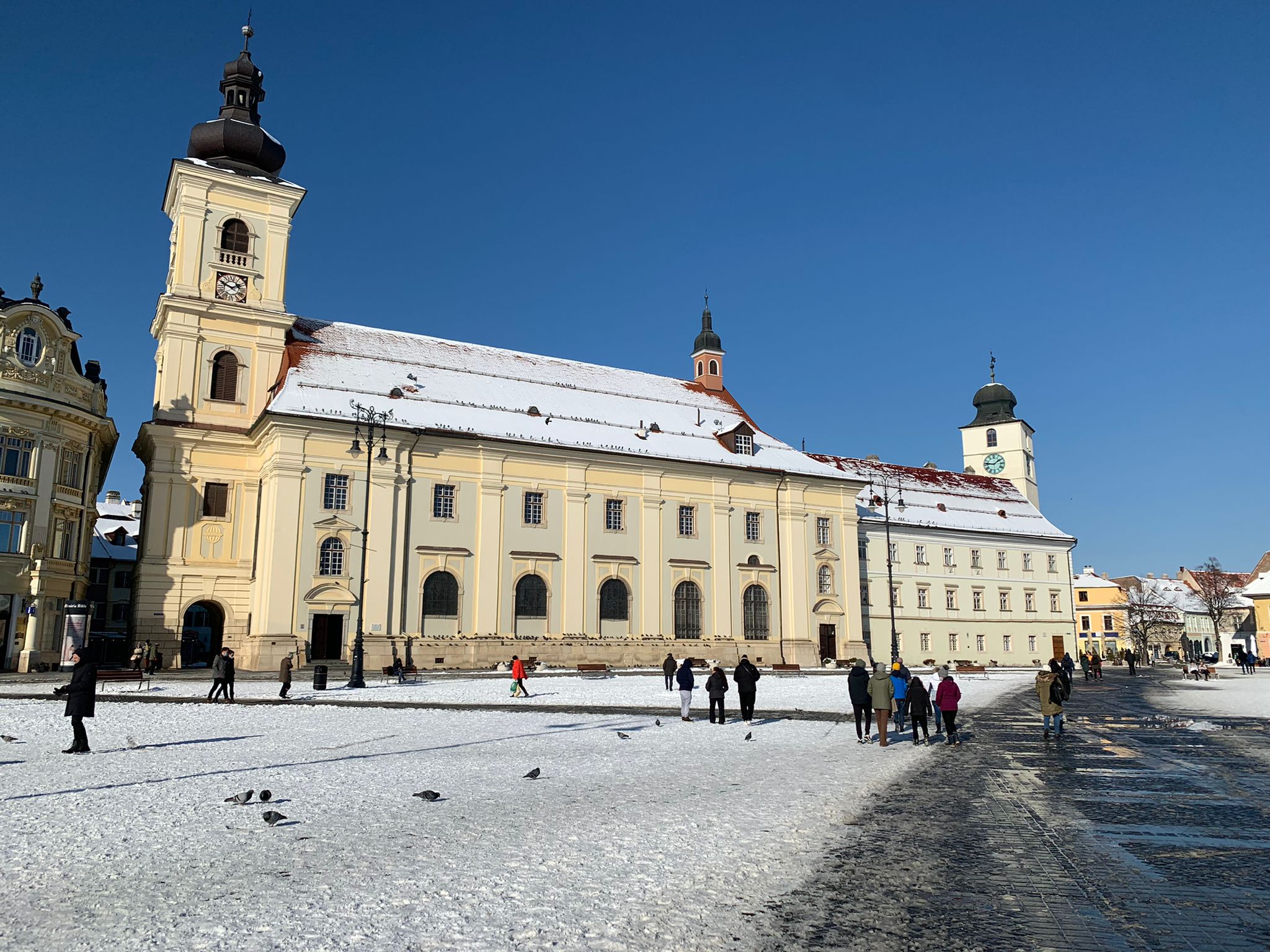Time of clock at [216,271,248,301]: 1:49
